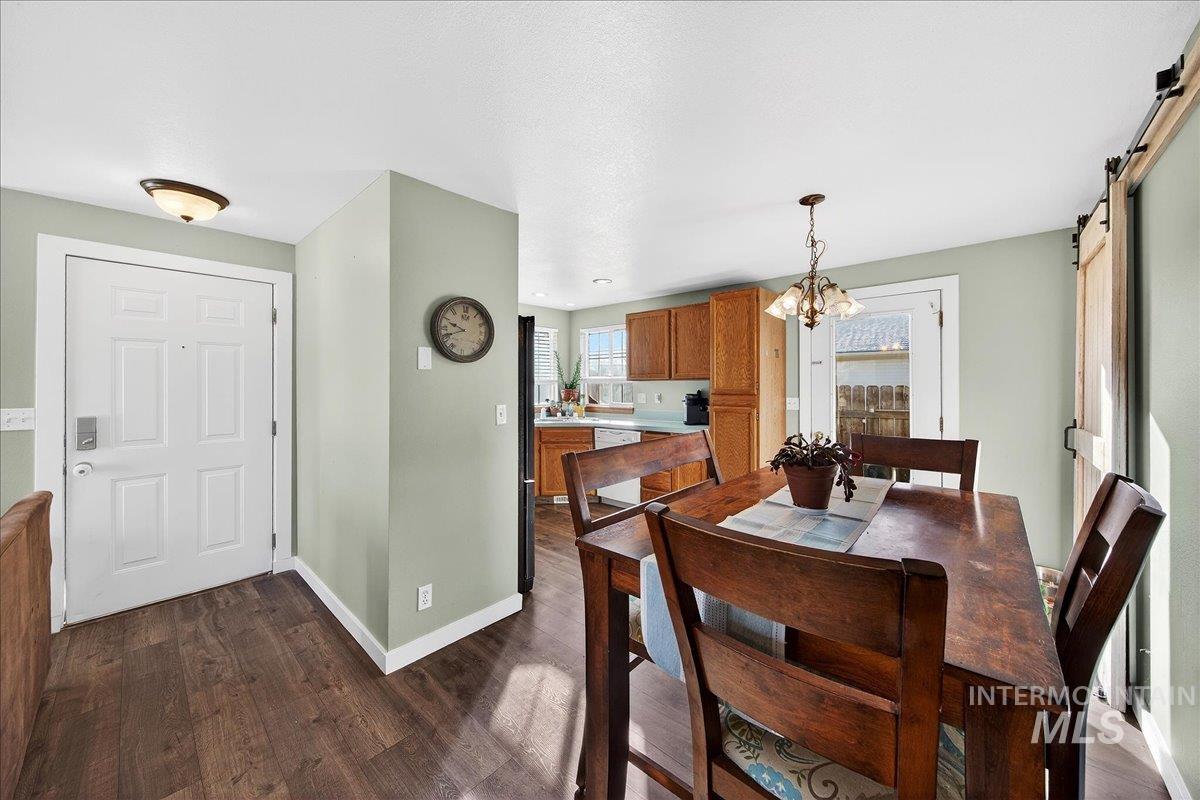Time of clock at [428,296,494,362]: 9:41
